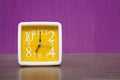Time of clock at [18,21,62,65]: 7:01
